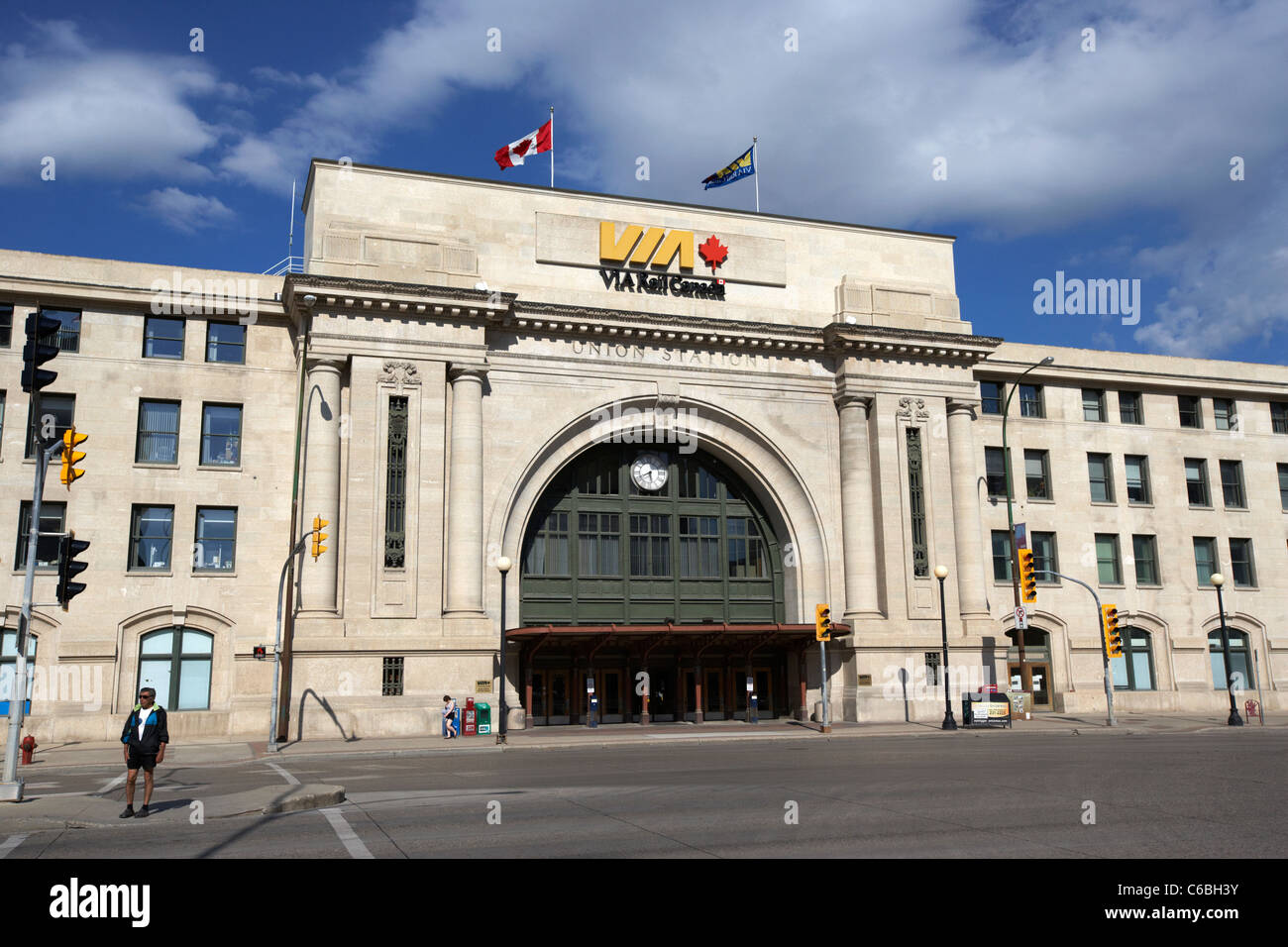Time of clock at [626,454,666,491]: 5:40
